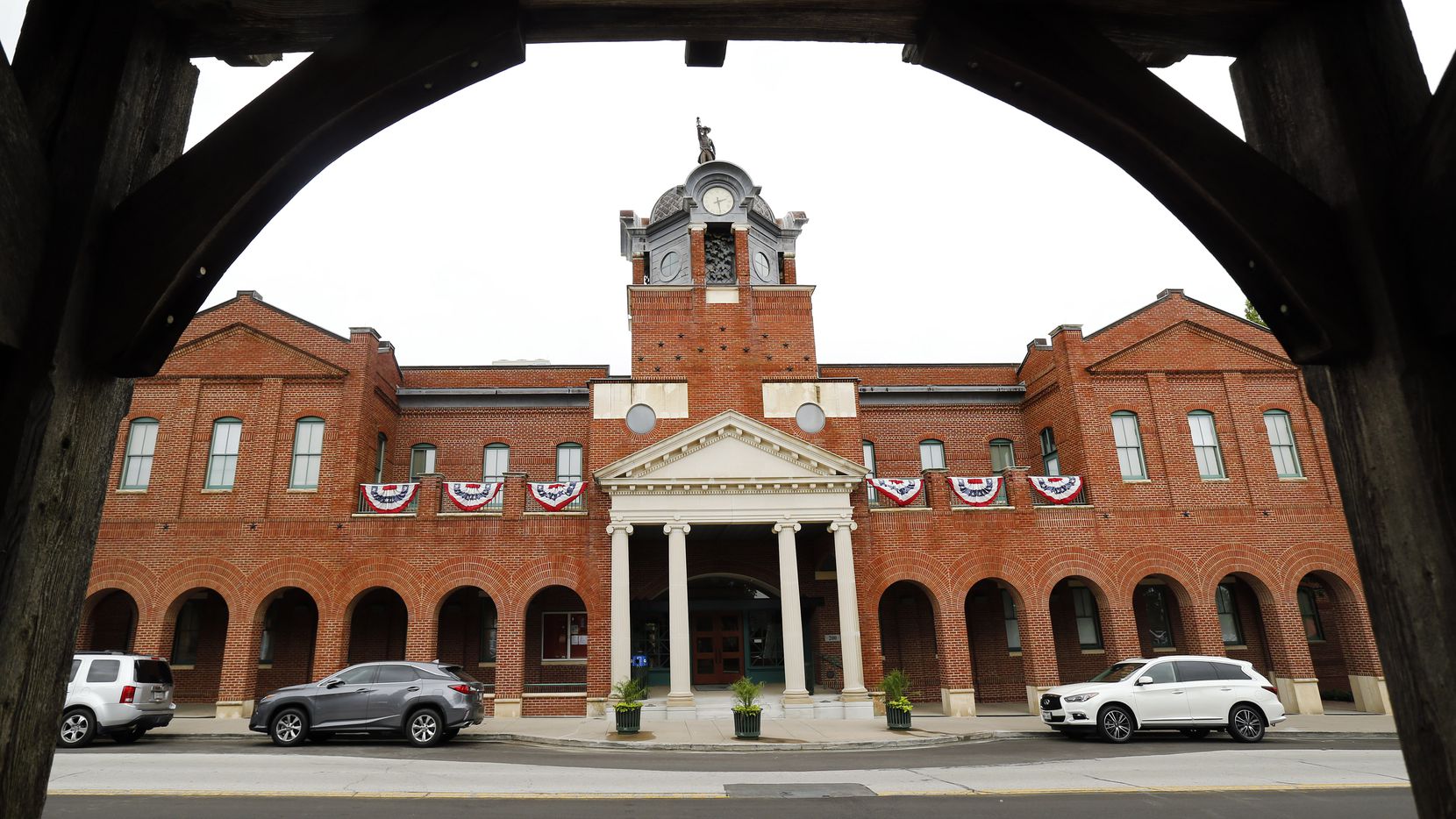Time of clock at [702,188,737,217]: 2:28
